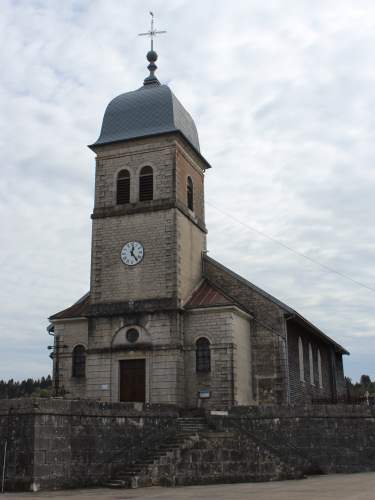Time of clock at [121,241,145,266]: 12:23
